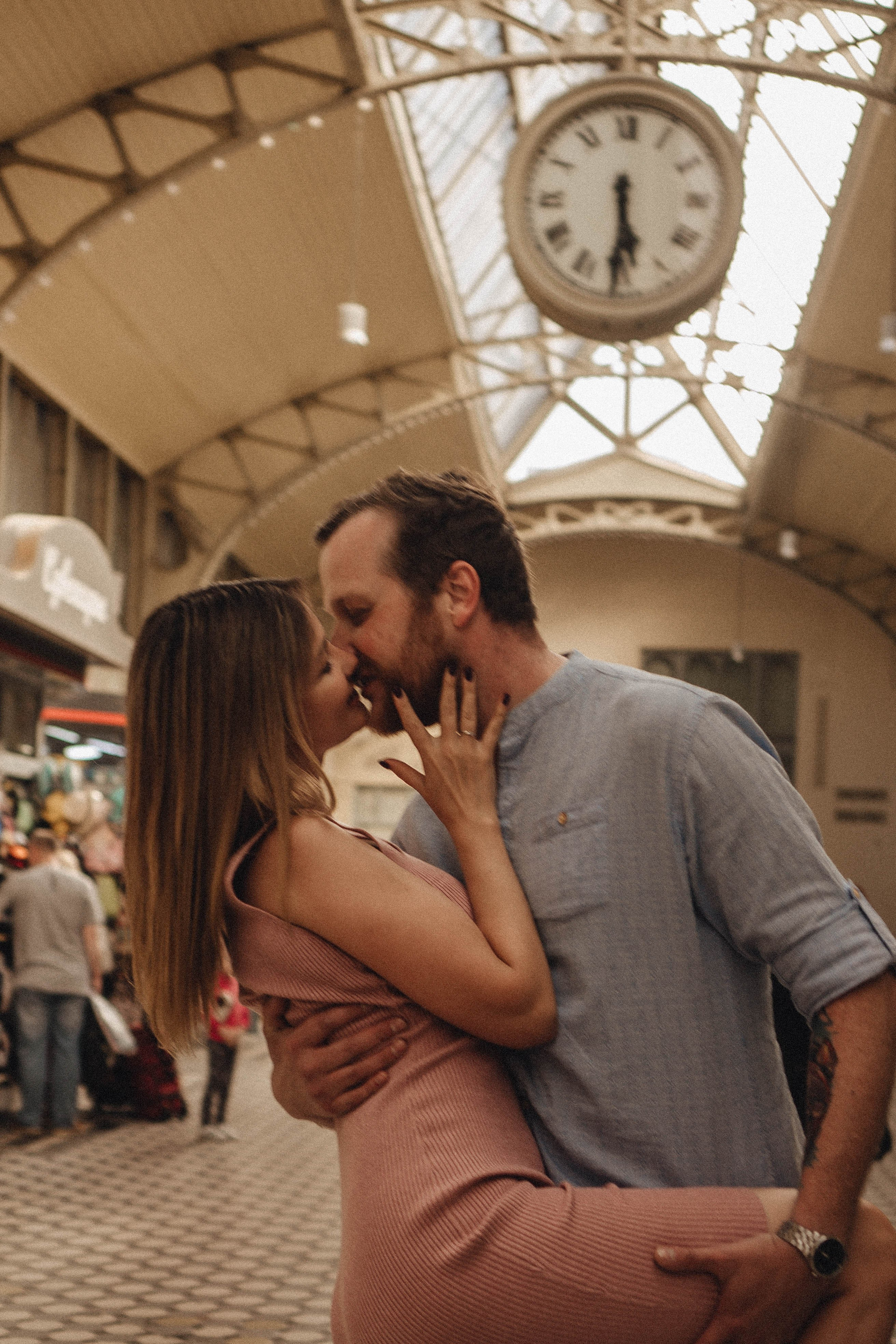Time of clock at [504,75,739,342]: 5:30
